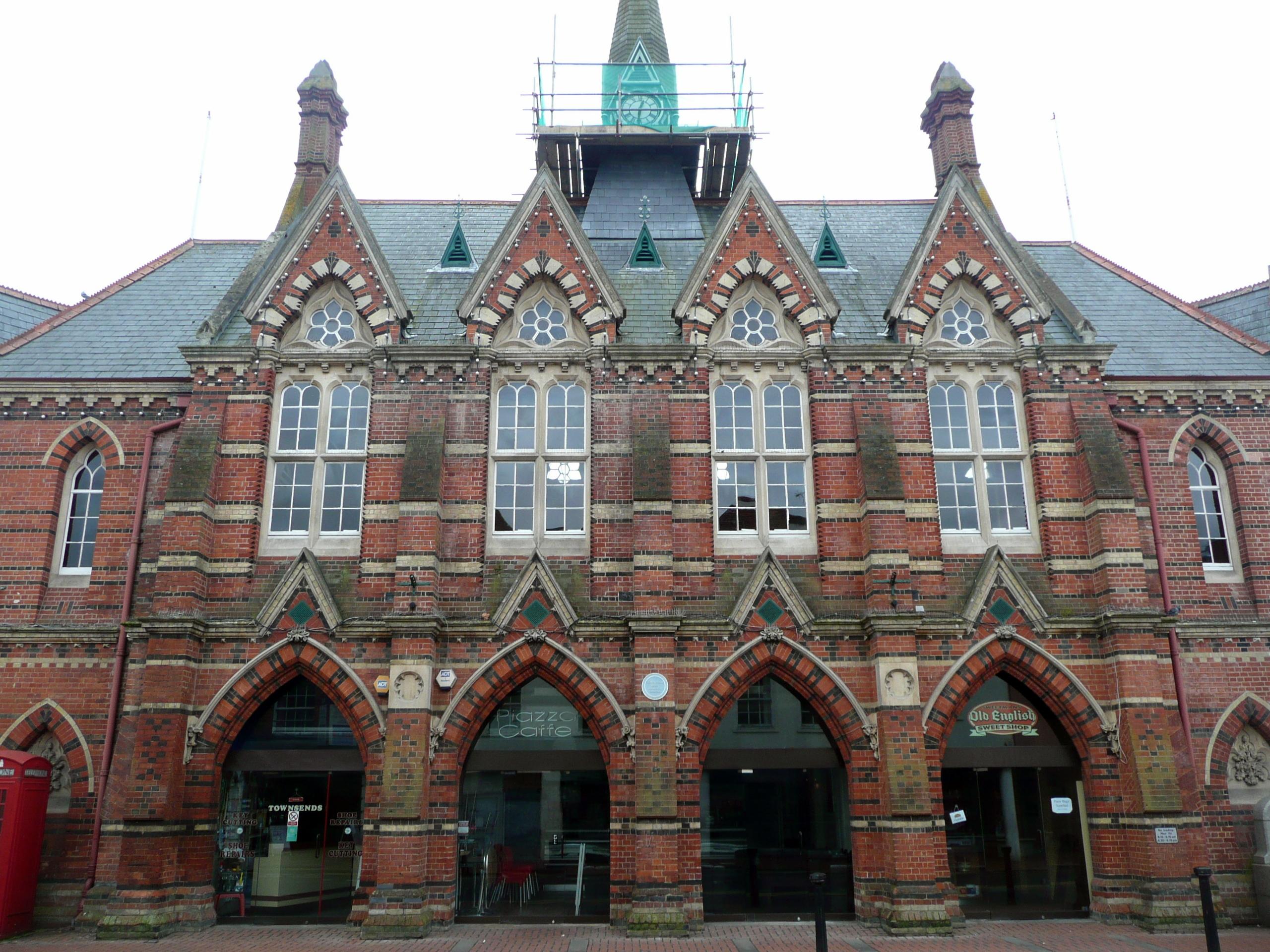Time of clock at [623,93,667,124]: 12:31
